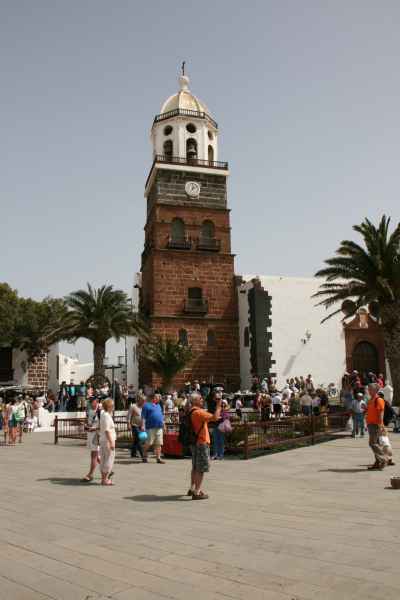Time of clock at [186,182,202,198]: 6:58
